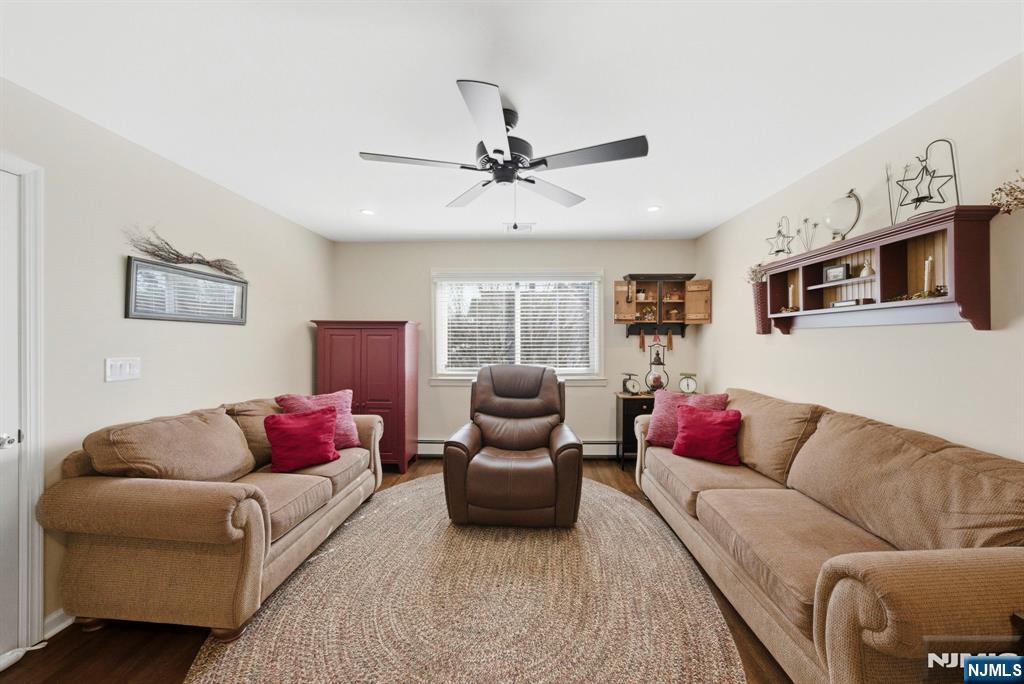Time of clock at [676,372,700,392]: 5:59
